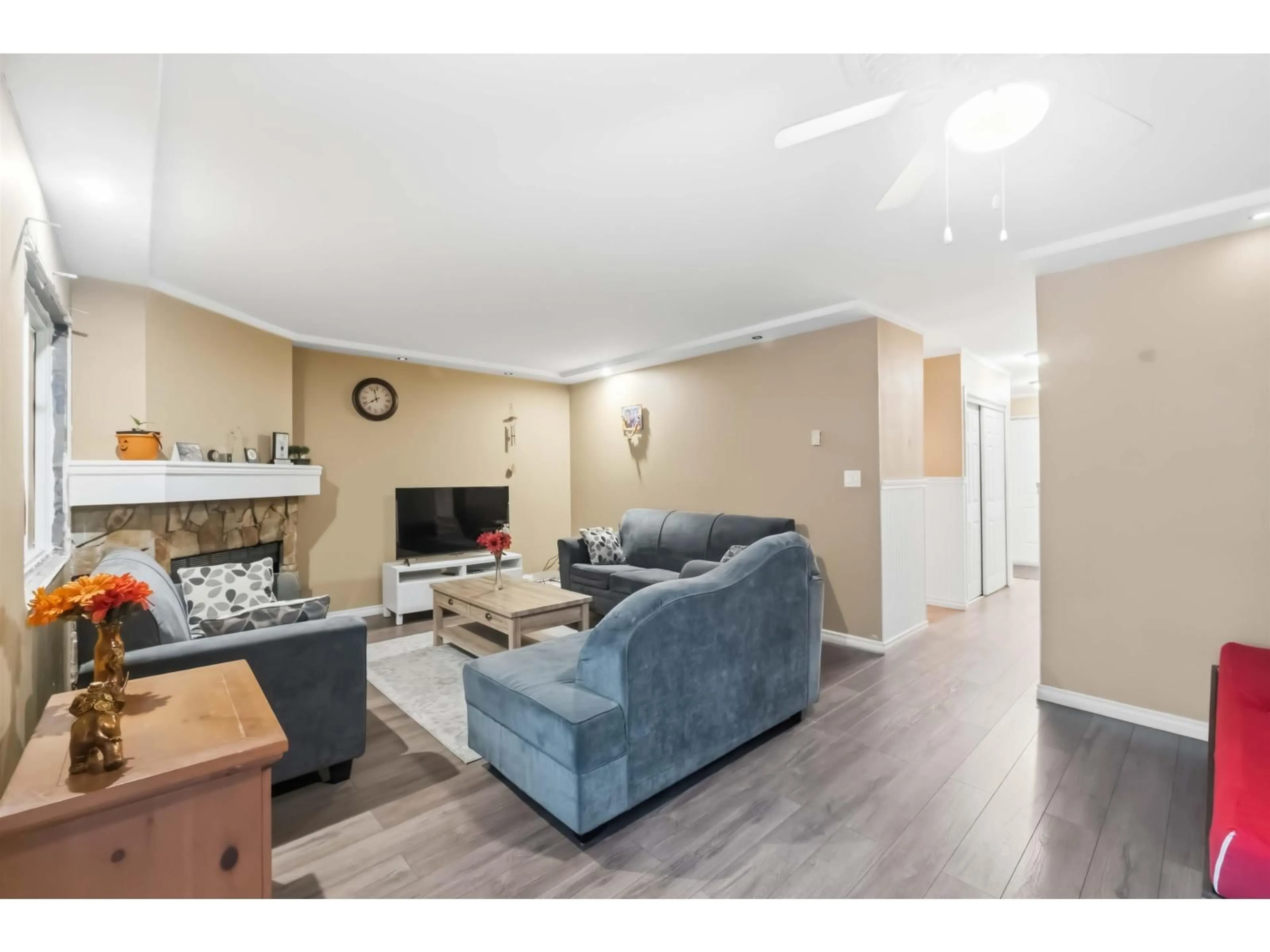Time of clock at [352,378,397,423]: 7:57
